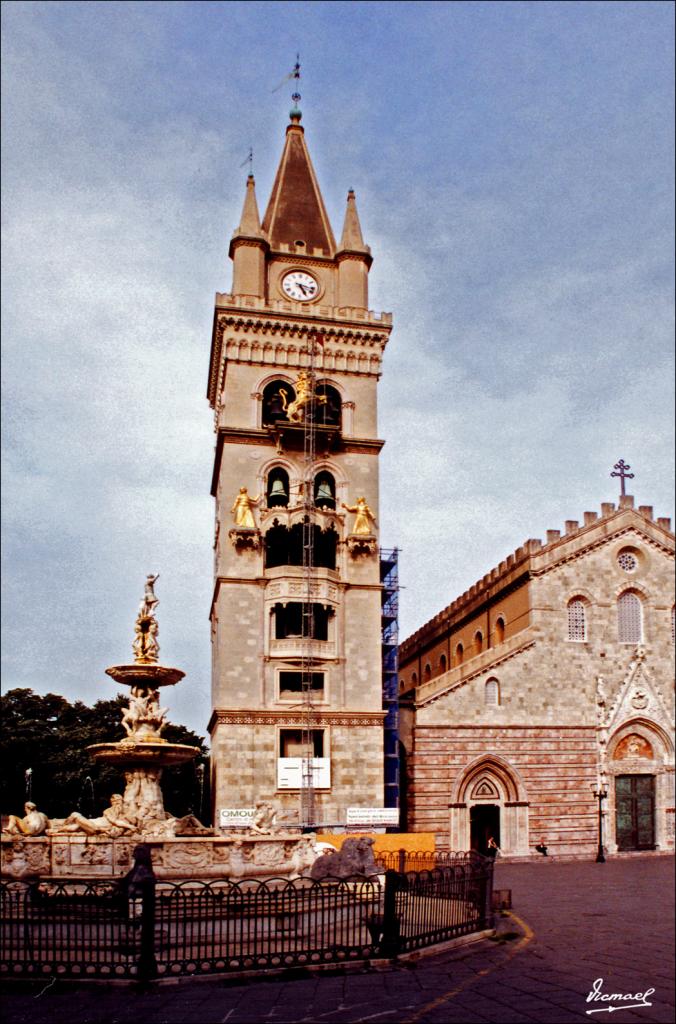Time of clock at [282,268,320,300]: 5:17
